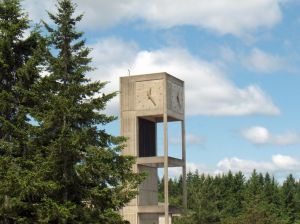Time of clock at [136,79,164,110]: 12:23
